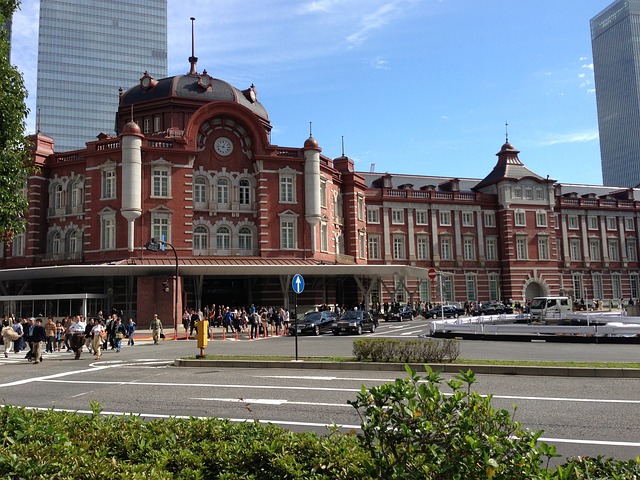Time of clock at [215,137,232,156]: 12:46
